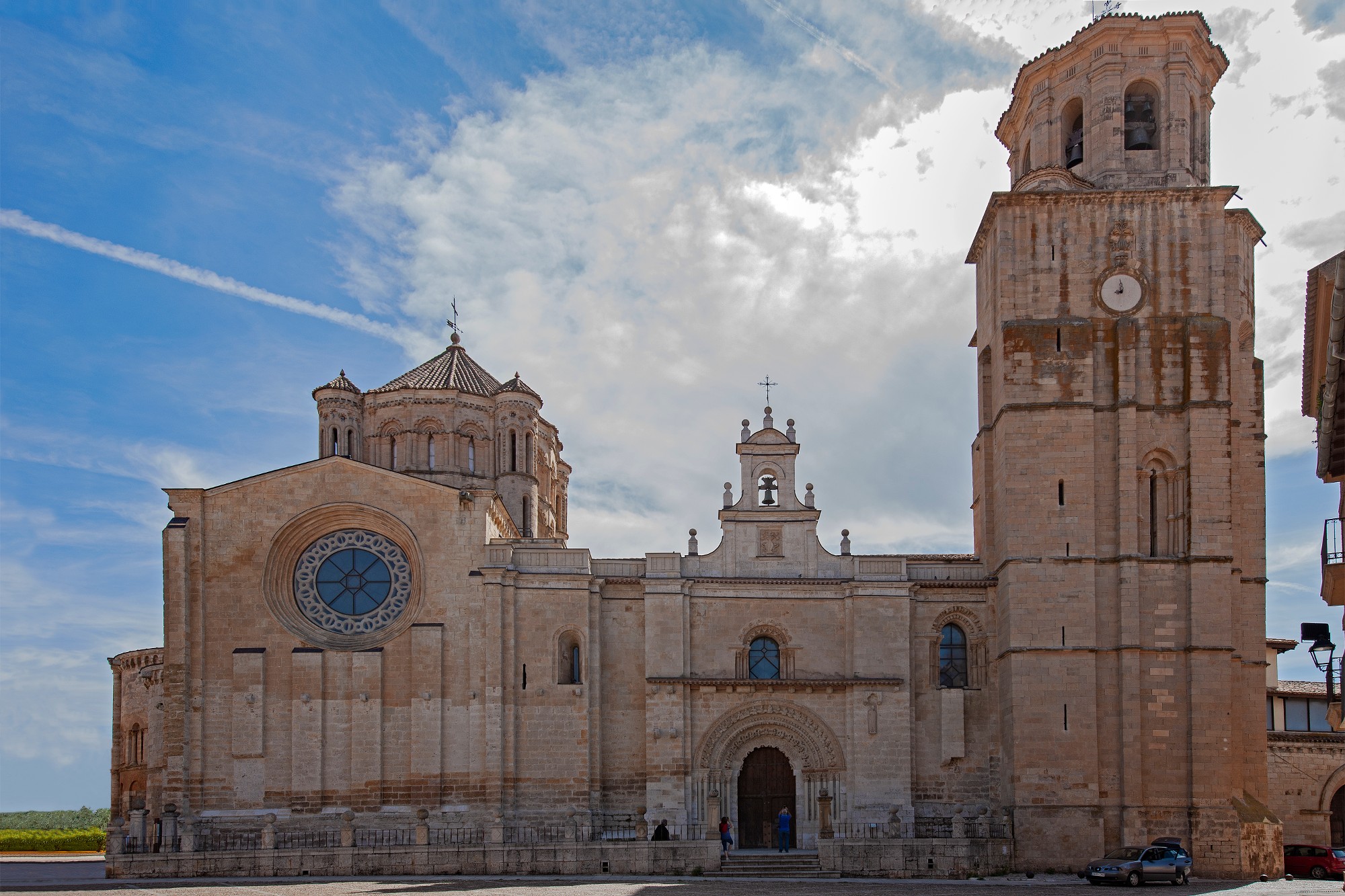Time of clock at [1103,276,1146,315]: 7:59
